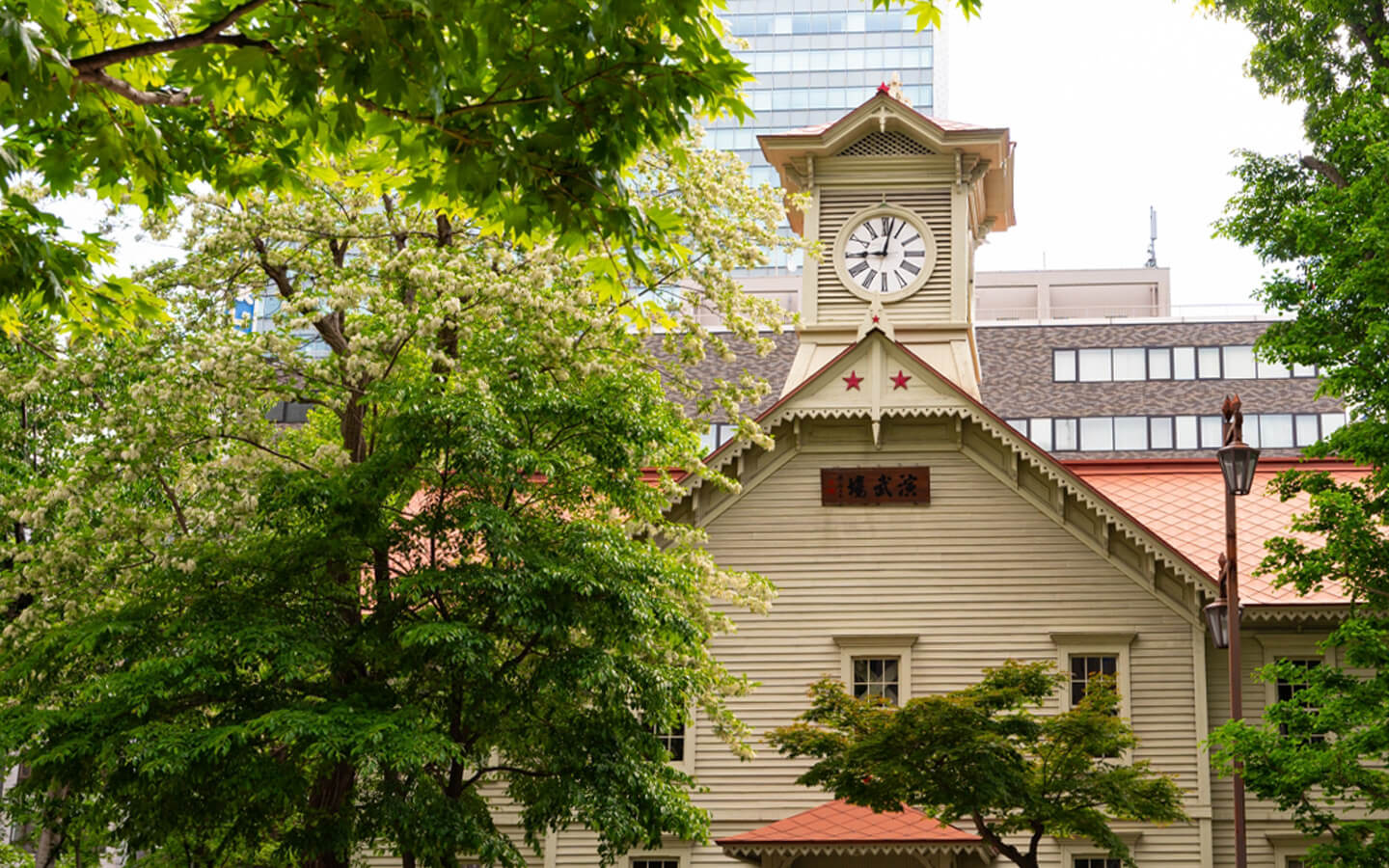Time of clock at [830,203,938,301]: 9:01
